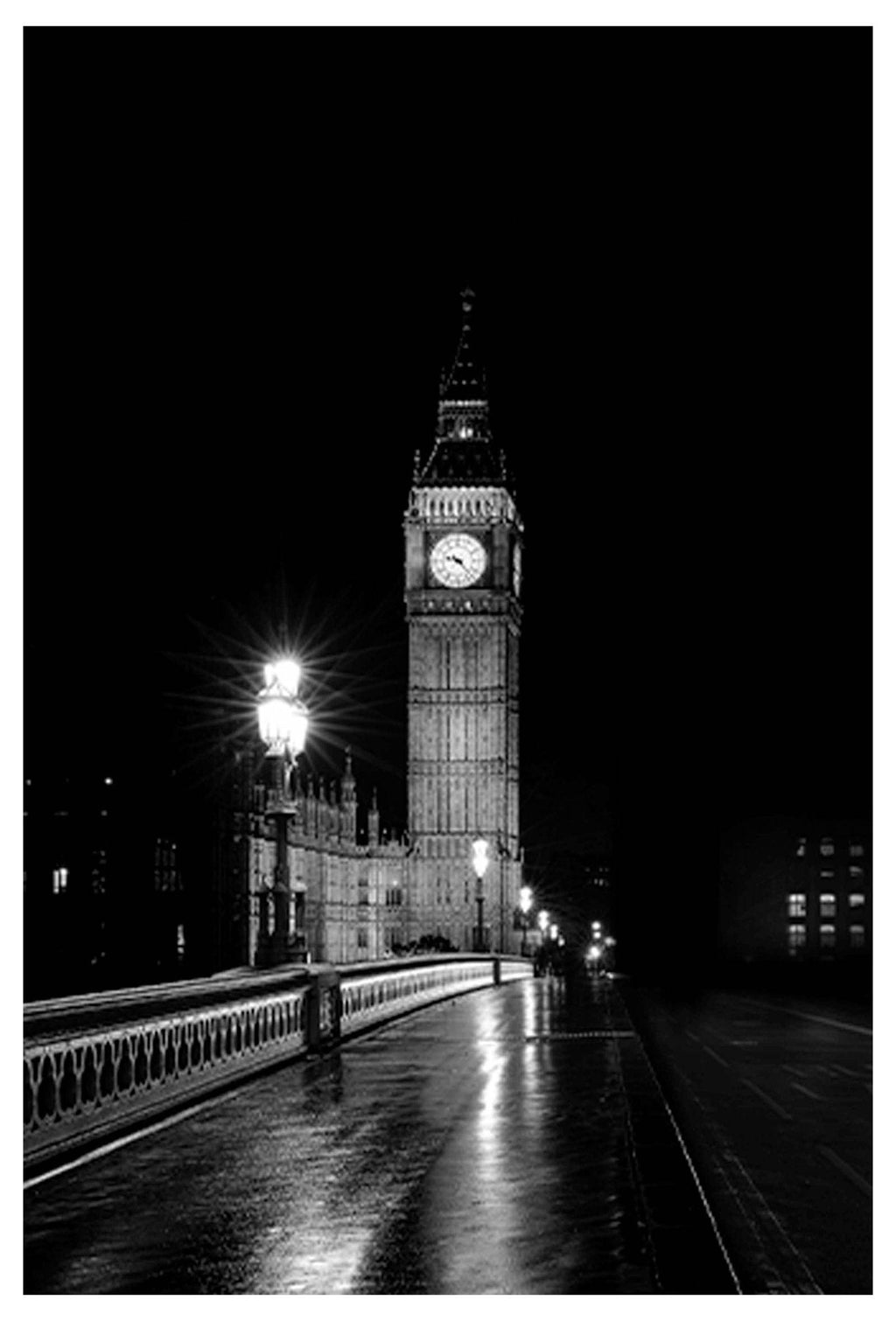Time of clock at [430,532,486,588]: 9:22
